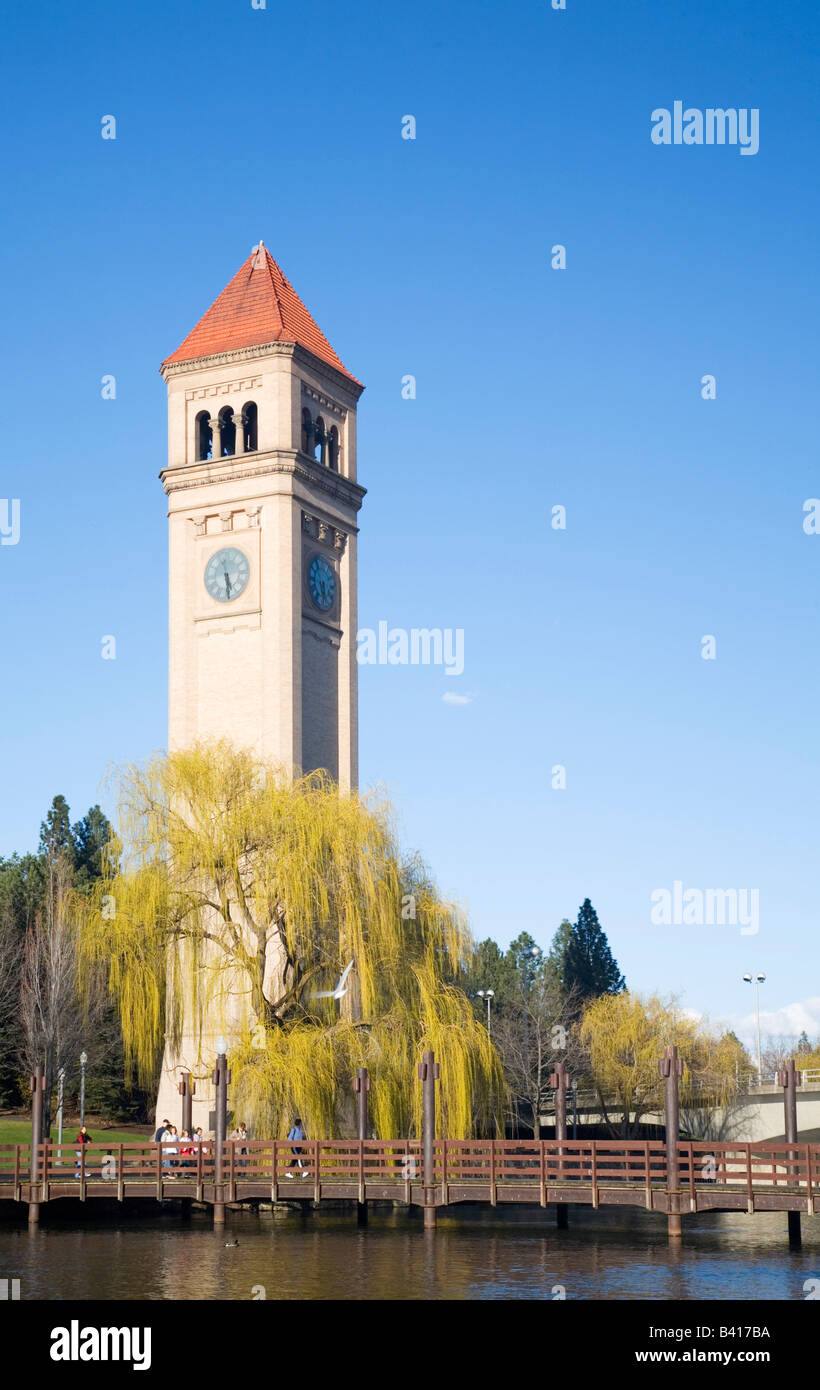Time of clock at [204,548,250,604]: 5:29
